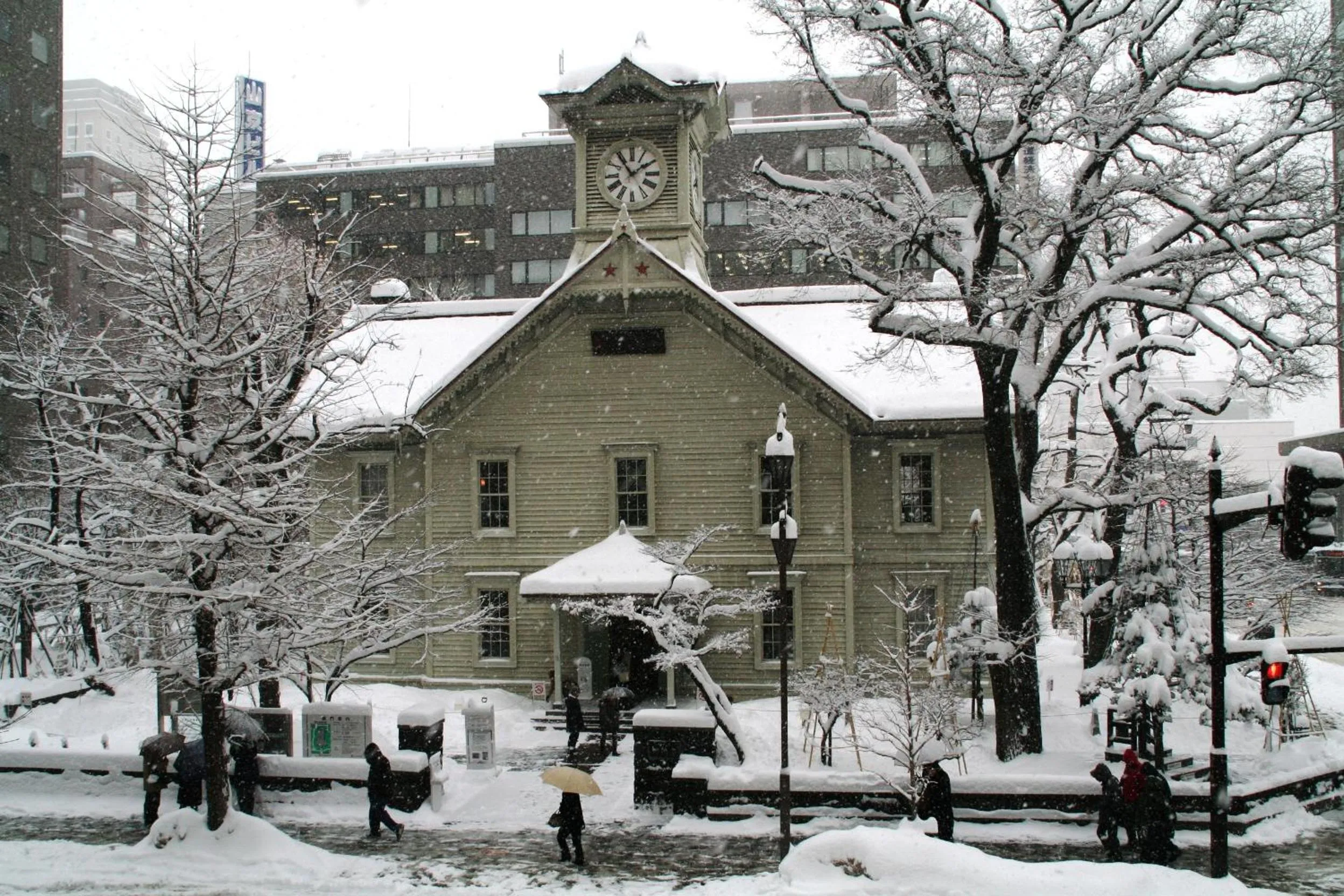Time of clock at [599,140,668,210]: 1:54
